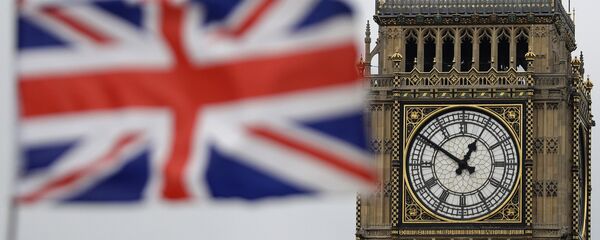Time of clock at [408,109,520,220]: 12:50
